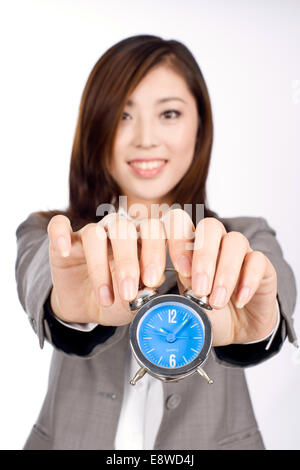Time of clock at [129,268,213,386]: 10:07
